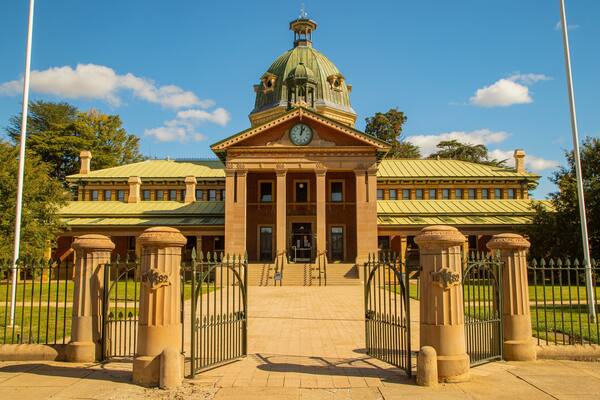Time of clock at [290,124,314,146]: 1:01
